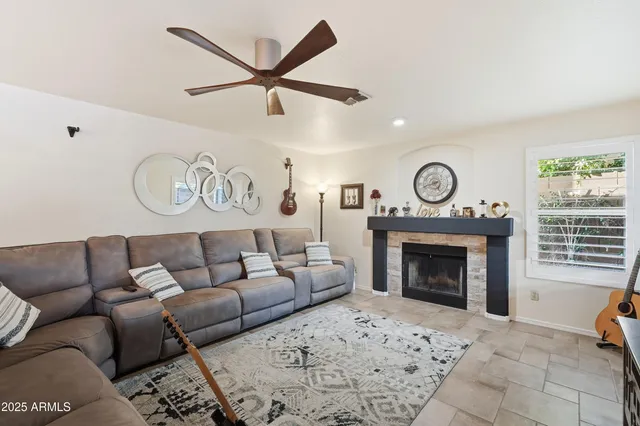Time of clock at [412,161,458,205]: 4:42
